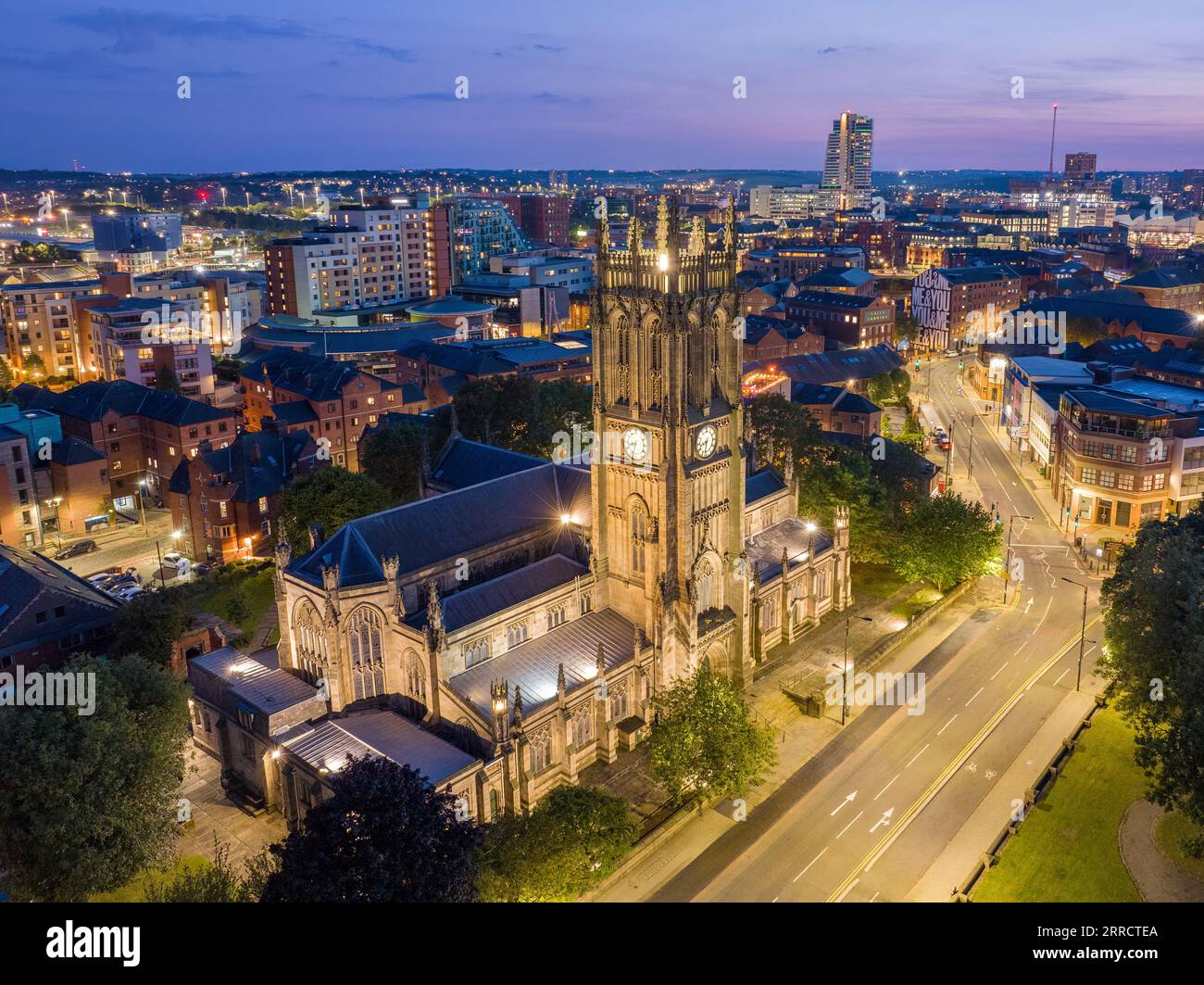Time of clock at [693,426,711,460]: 8:32
